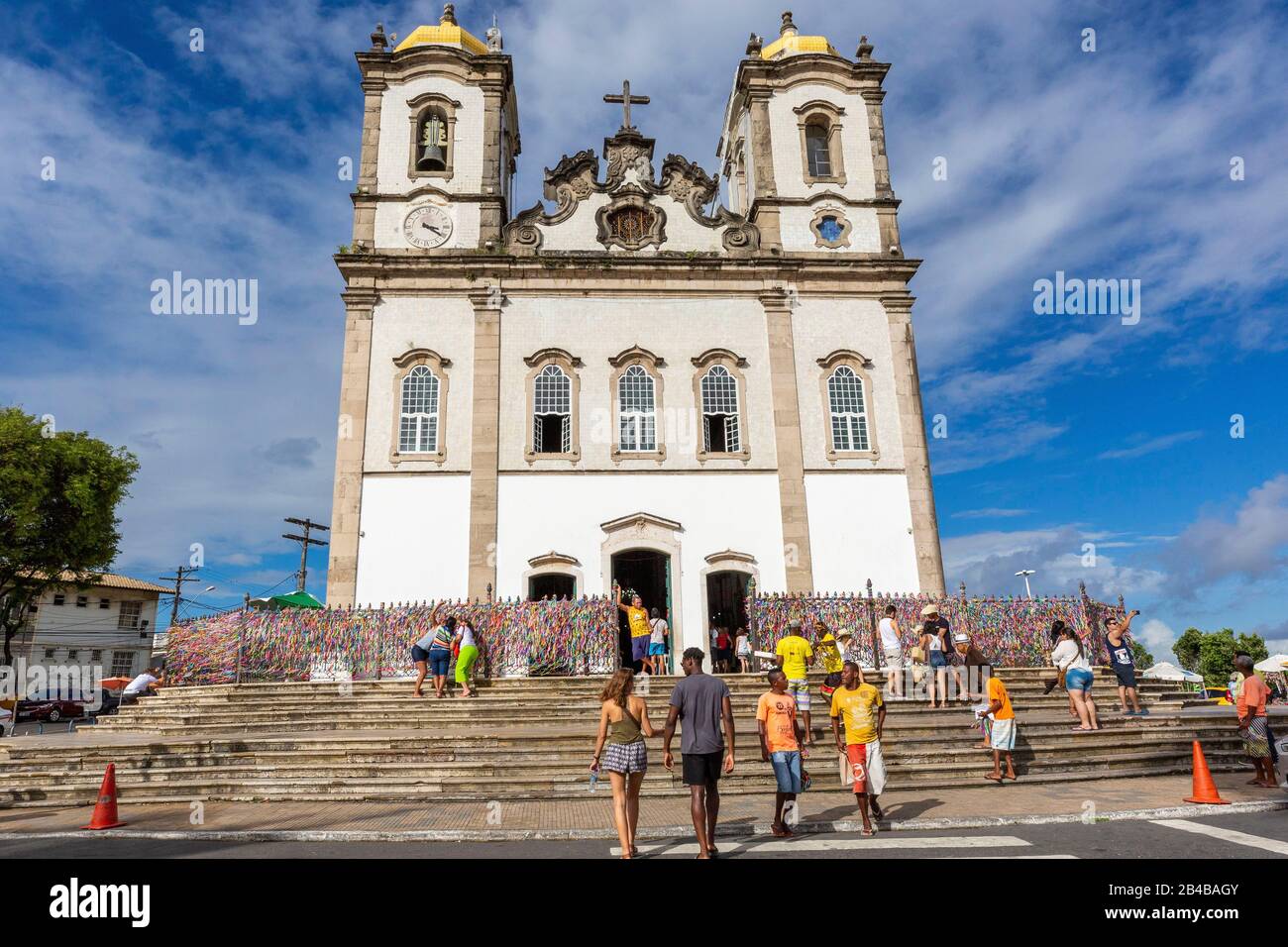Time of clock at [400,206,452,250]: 3:20
